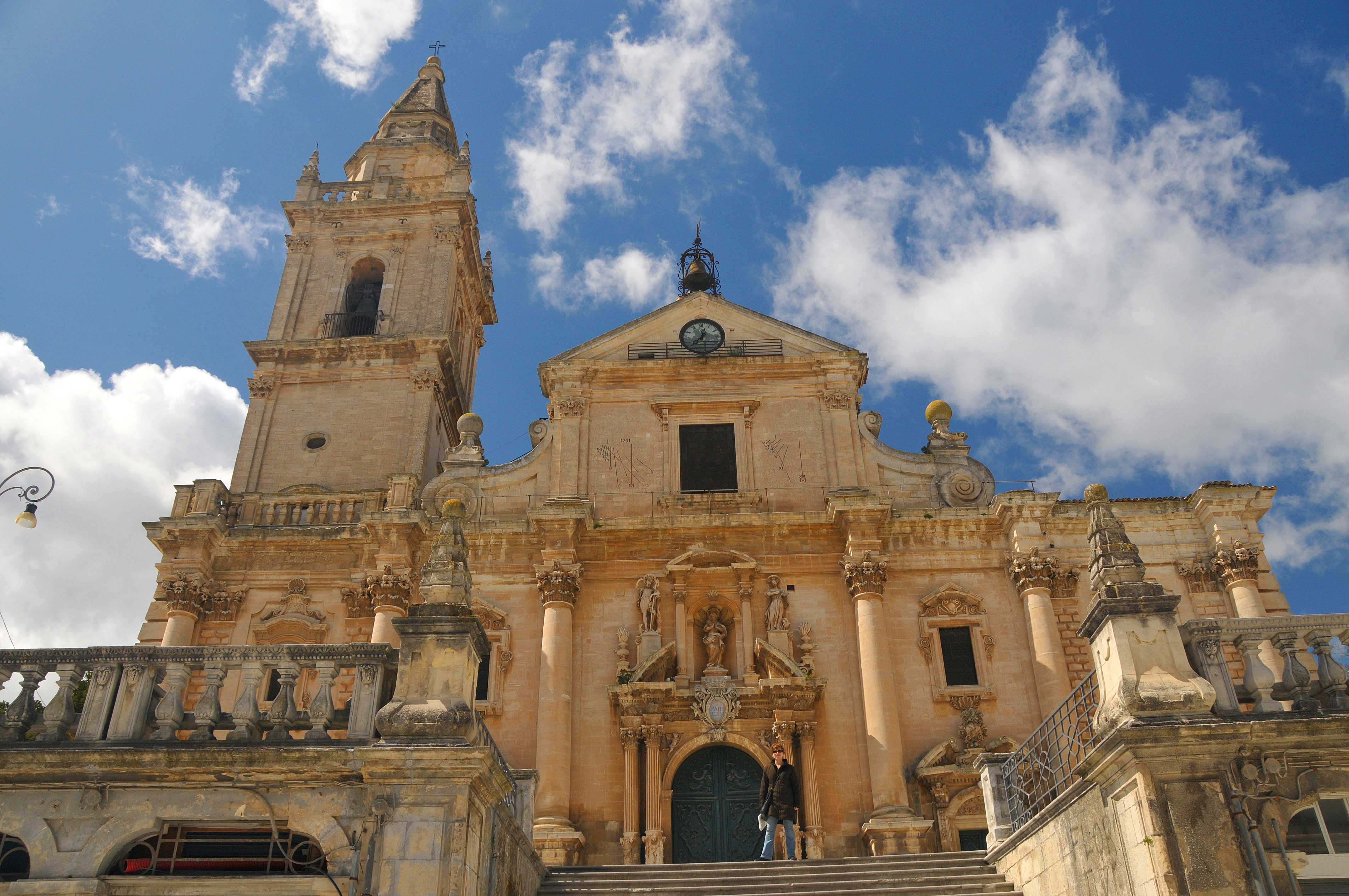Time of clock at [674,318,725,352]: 12:37
